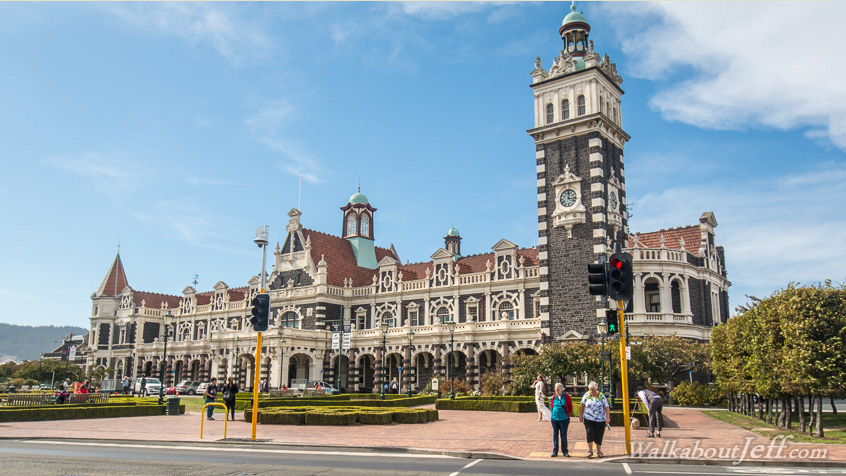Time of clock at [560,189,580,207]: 12:16
